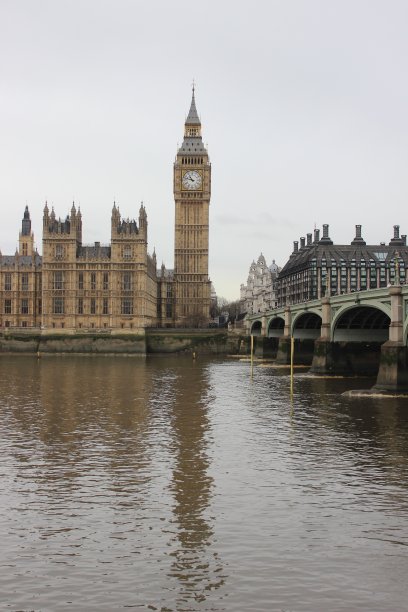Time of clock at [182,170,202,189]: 10:47
